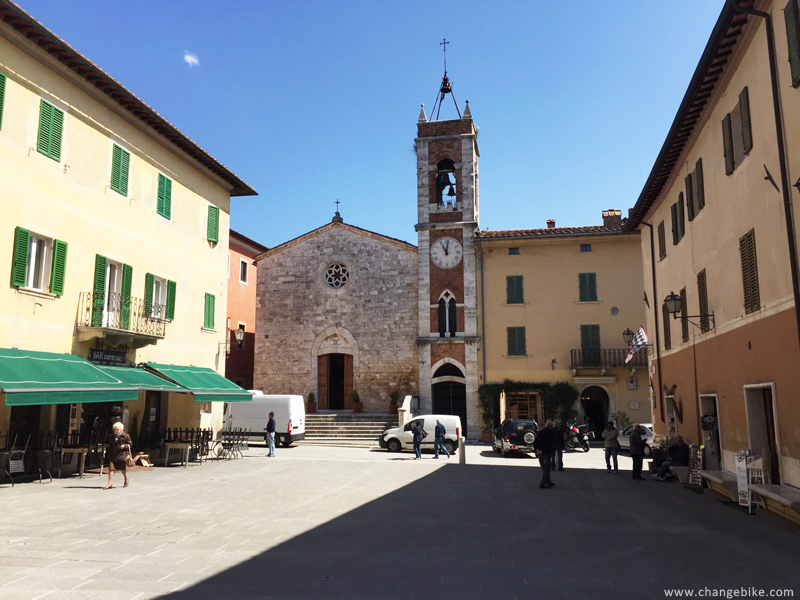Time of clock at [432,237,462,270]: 11:01
